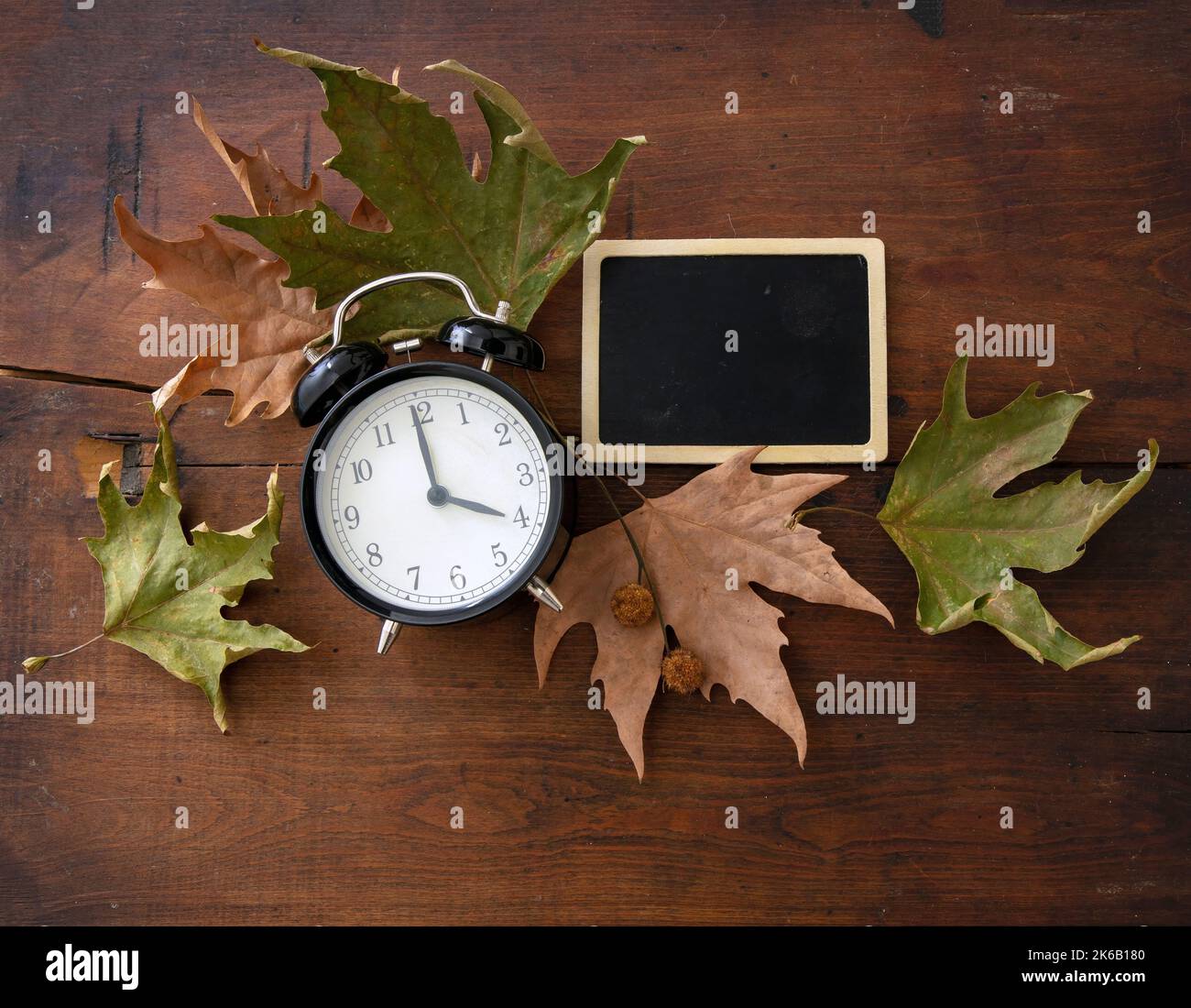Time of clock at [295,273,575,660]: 3:59
